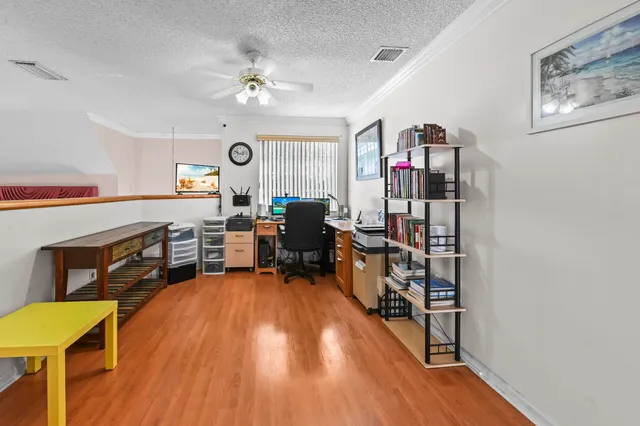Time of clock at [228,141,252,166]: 2:48
